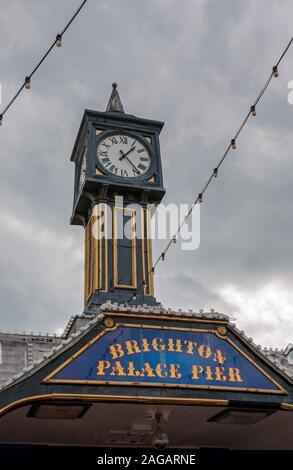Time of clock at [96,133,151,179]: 1:23
